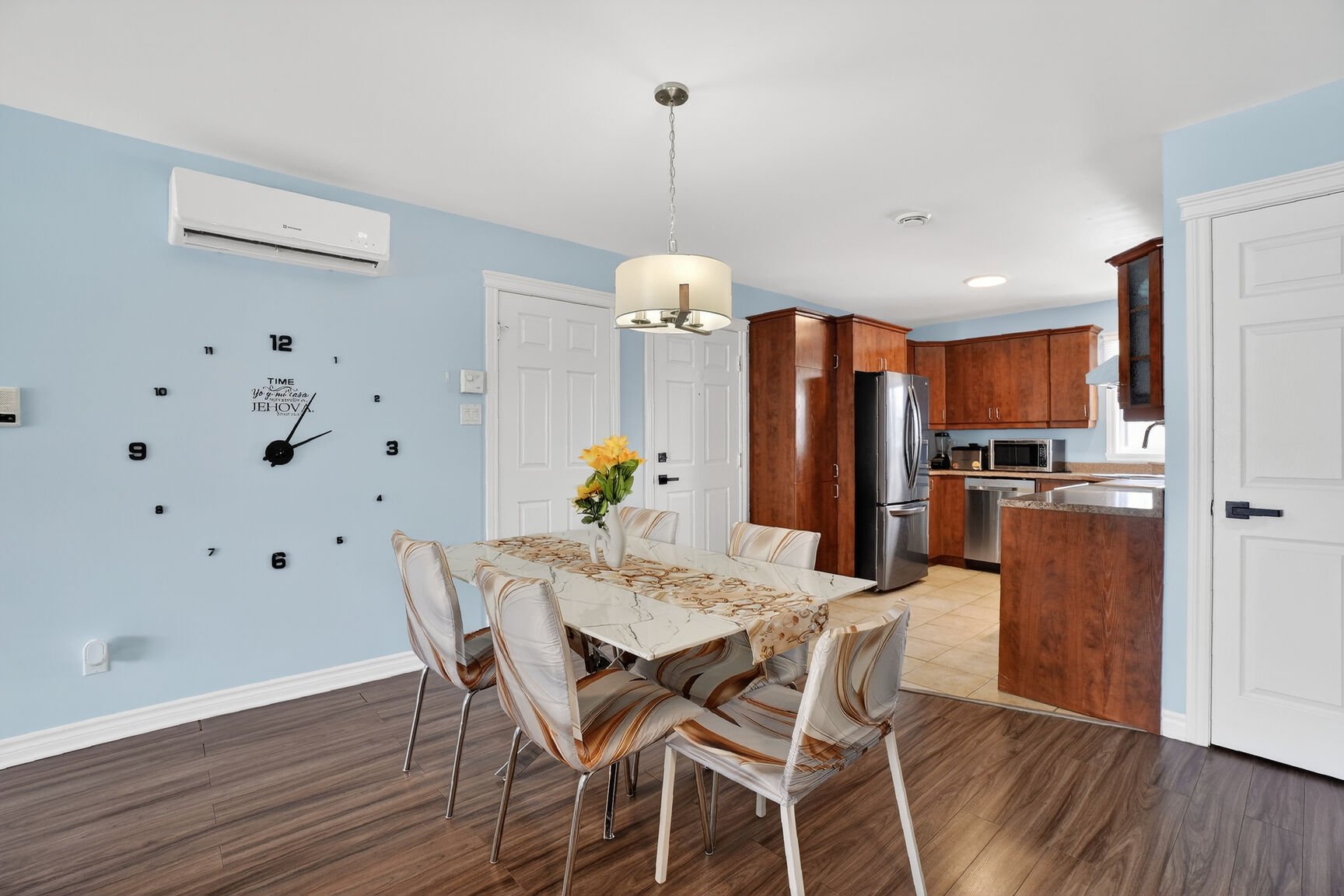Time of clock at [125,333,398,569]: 2:04
